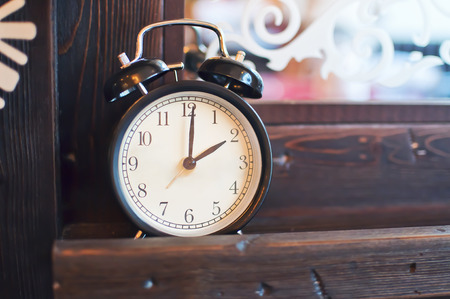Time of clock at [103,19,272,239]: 2:01
